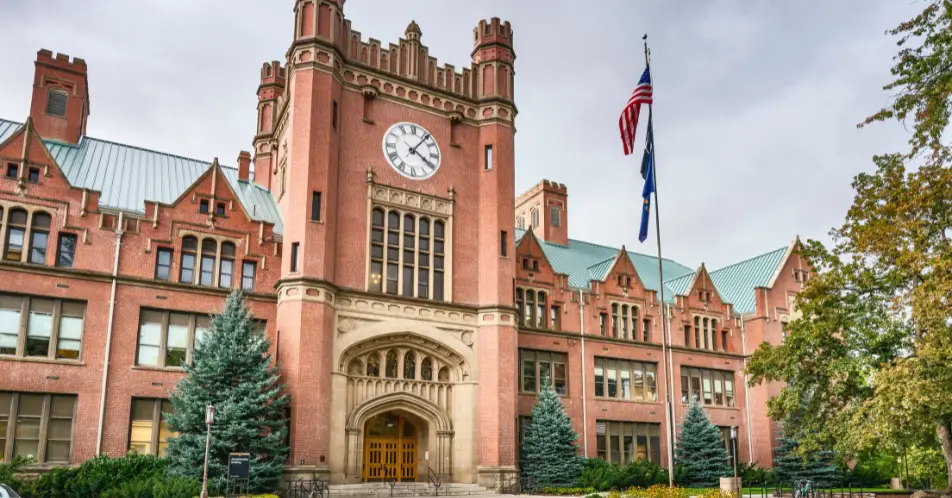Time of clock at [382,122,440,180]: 4:06
